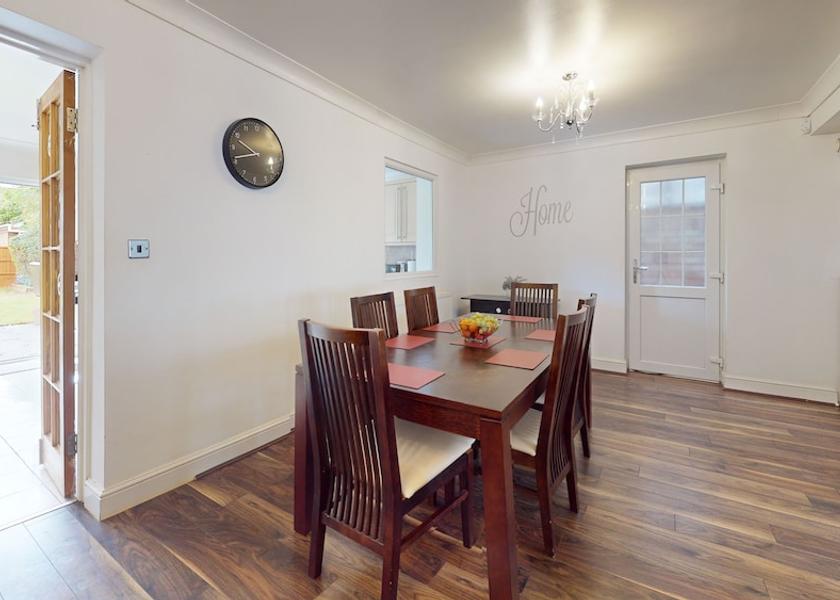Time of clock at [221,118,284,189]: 9:41
